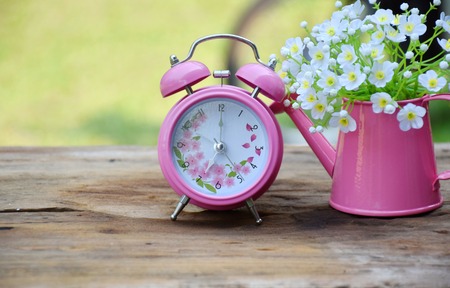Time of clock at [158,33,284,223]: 5:00
